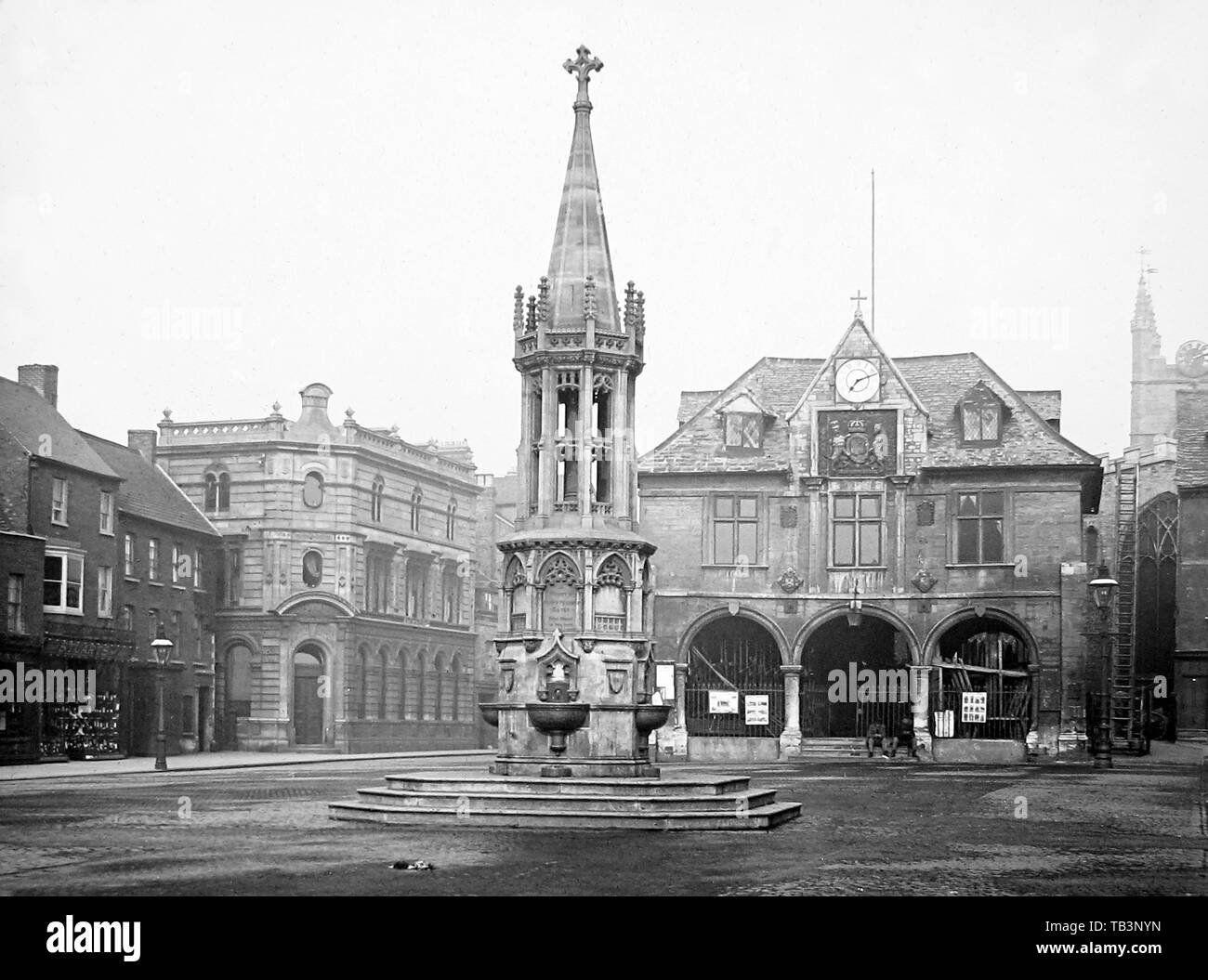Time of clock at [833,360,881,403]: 7:12
